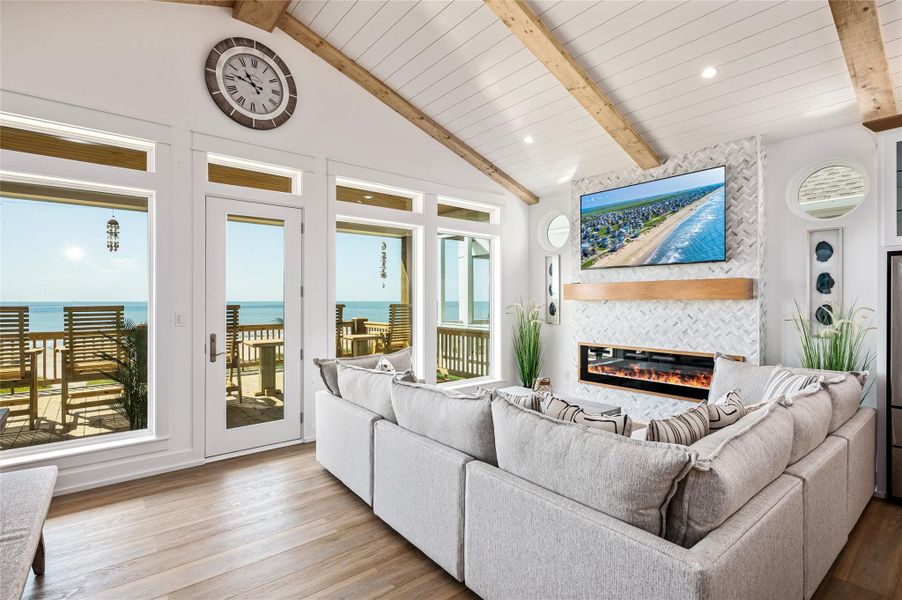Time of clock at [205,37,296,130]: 10:46
